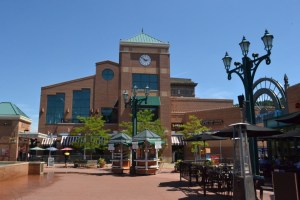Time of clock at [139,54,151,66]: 2:52
